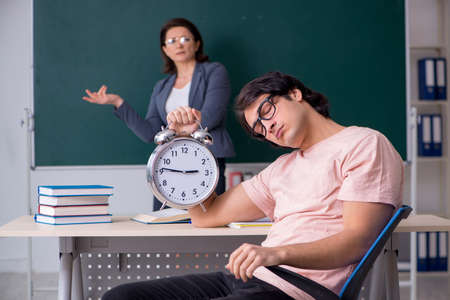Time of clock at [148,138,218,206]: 2:46
